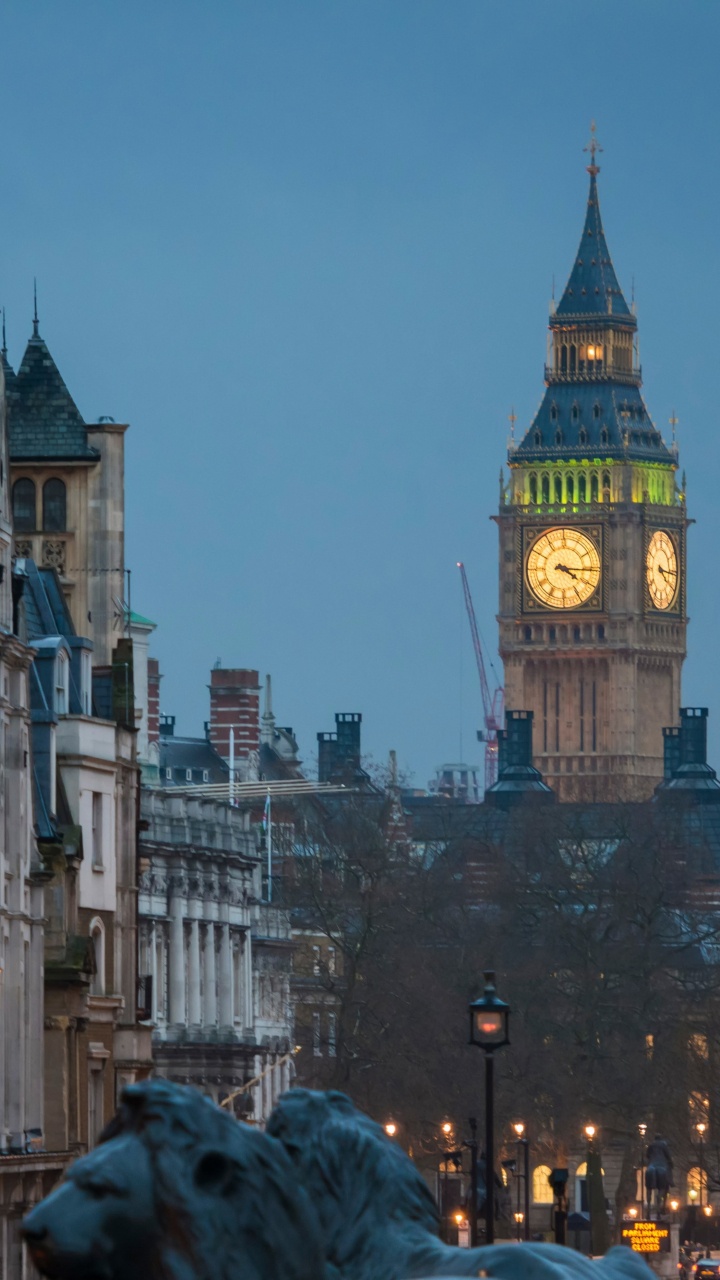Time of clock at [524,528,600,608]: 4:15
